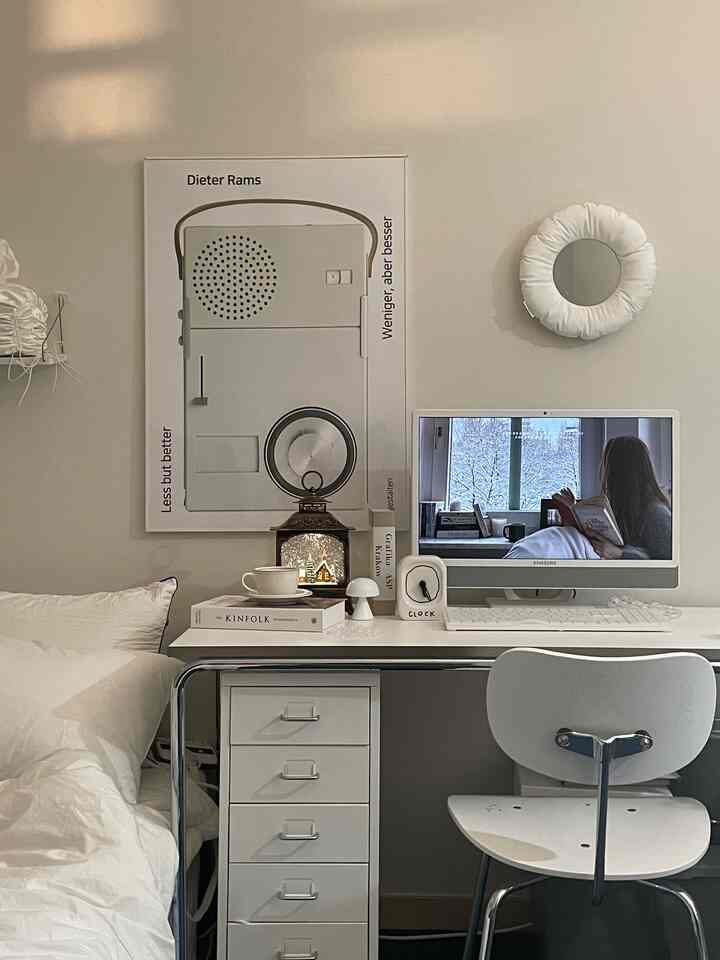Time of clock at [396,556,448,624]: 5:24
